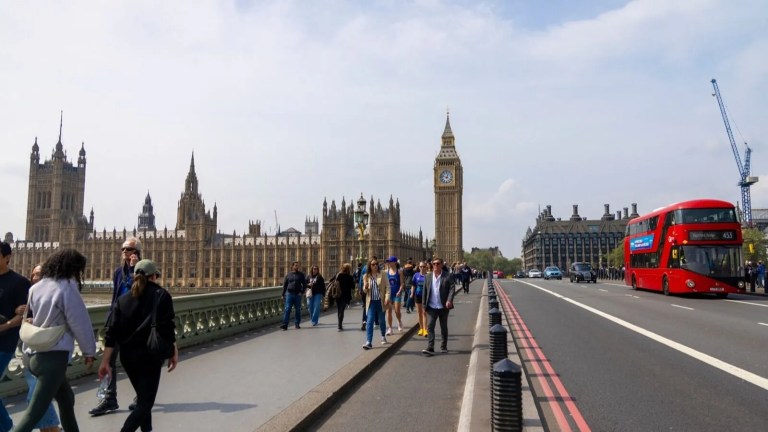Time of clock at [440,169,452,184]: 12:47
